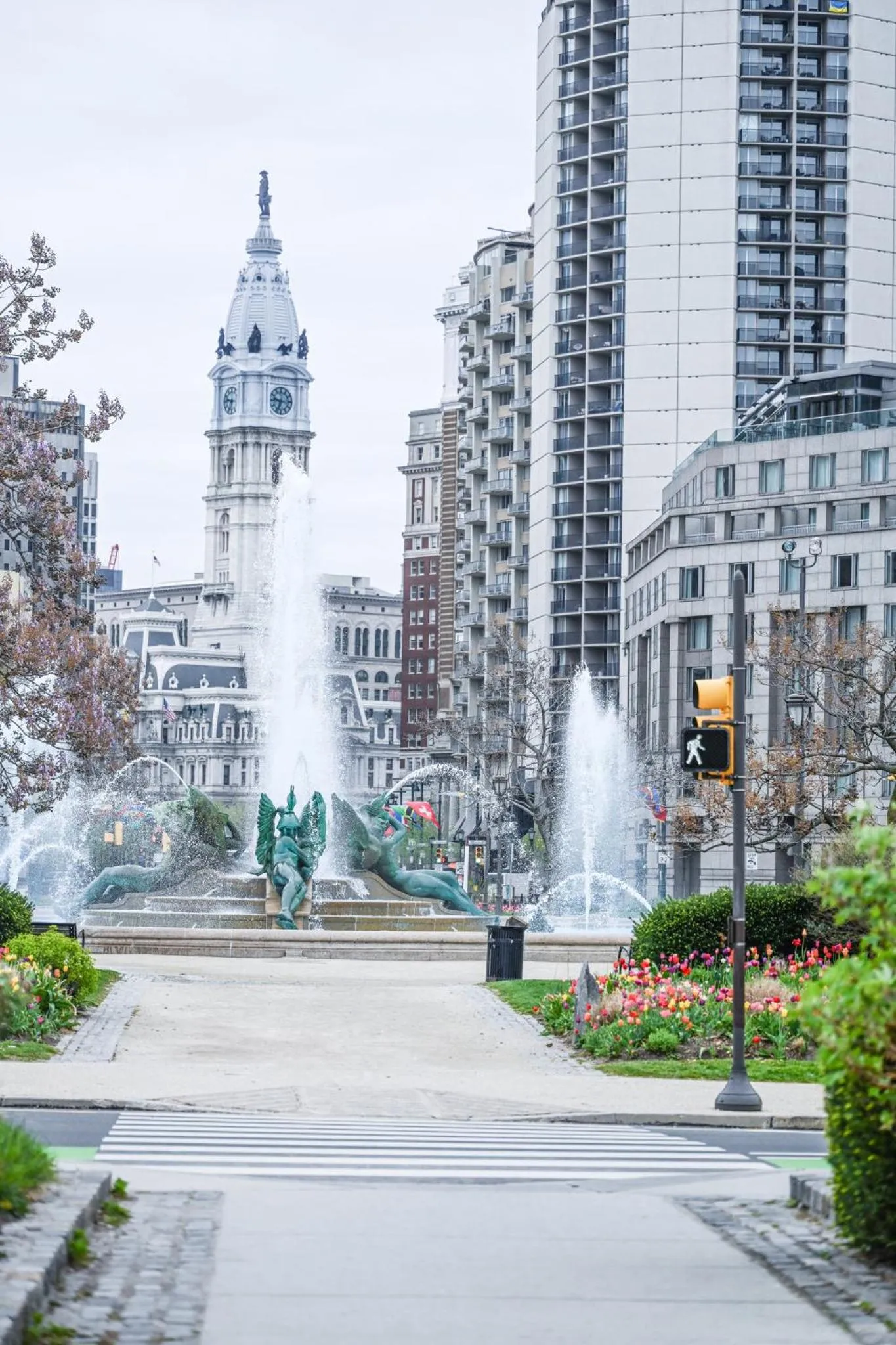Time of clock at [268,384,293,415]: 9:33
